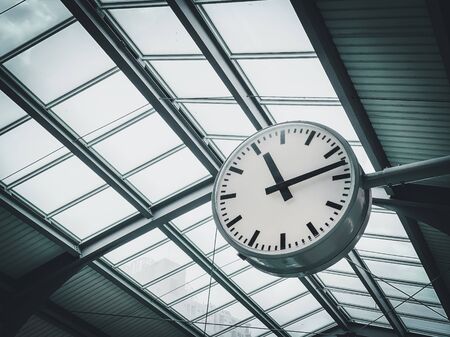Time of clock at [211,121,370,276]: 11:12
